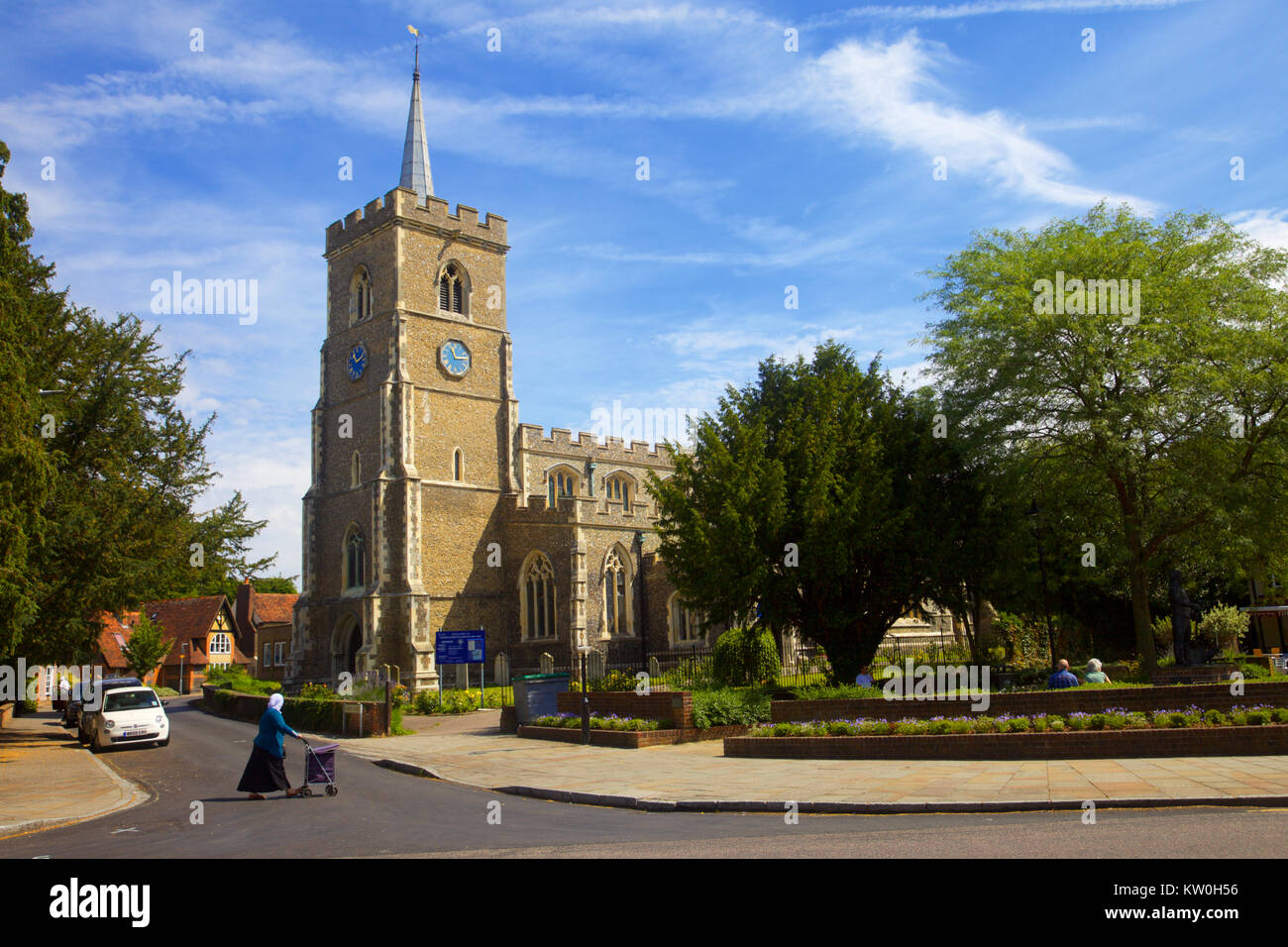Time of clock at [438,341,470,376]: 11:13
